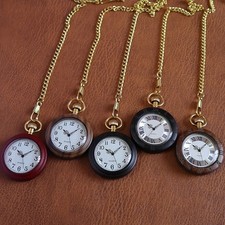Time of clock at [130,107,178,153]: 10:07
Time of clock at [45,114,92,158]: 10:07
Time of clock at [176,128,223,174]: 10:07
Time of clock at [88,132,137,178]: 10:07
